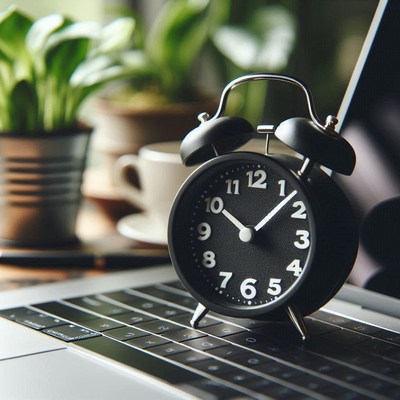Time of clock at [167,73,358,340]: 10:07
